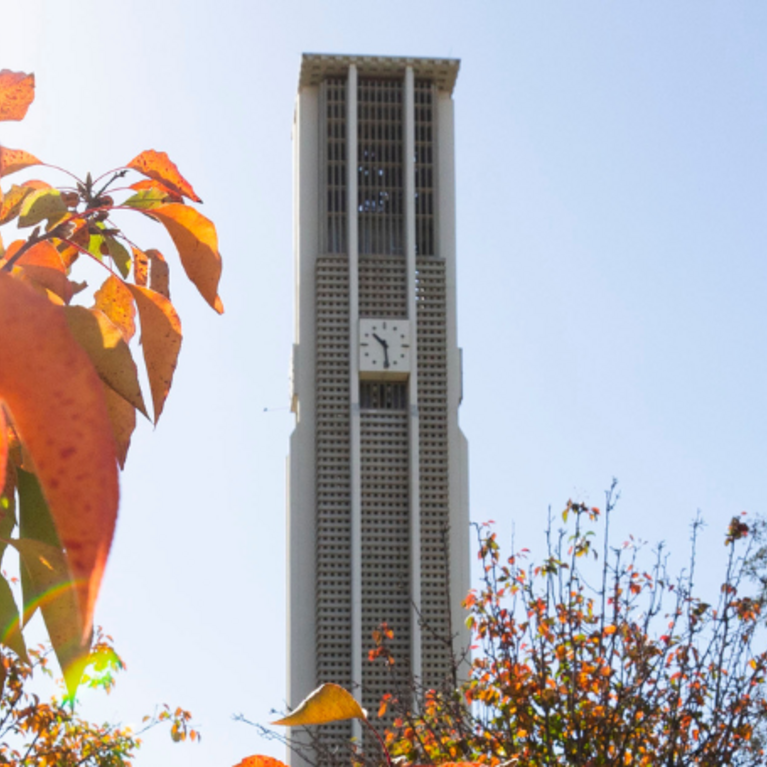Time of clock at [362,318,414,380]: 10:28
